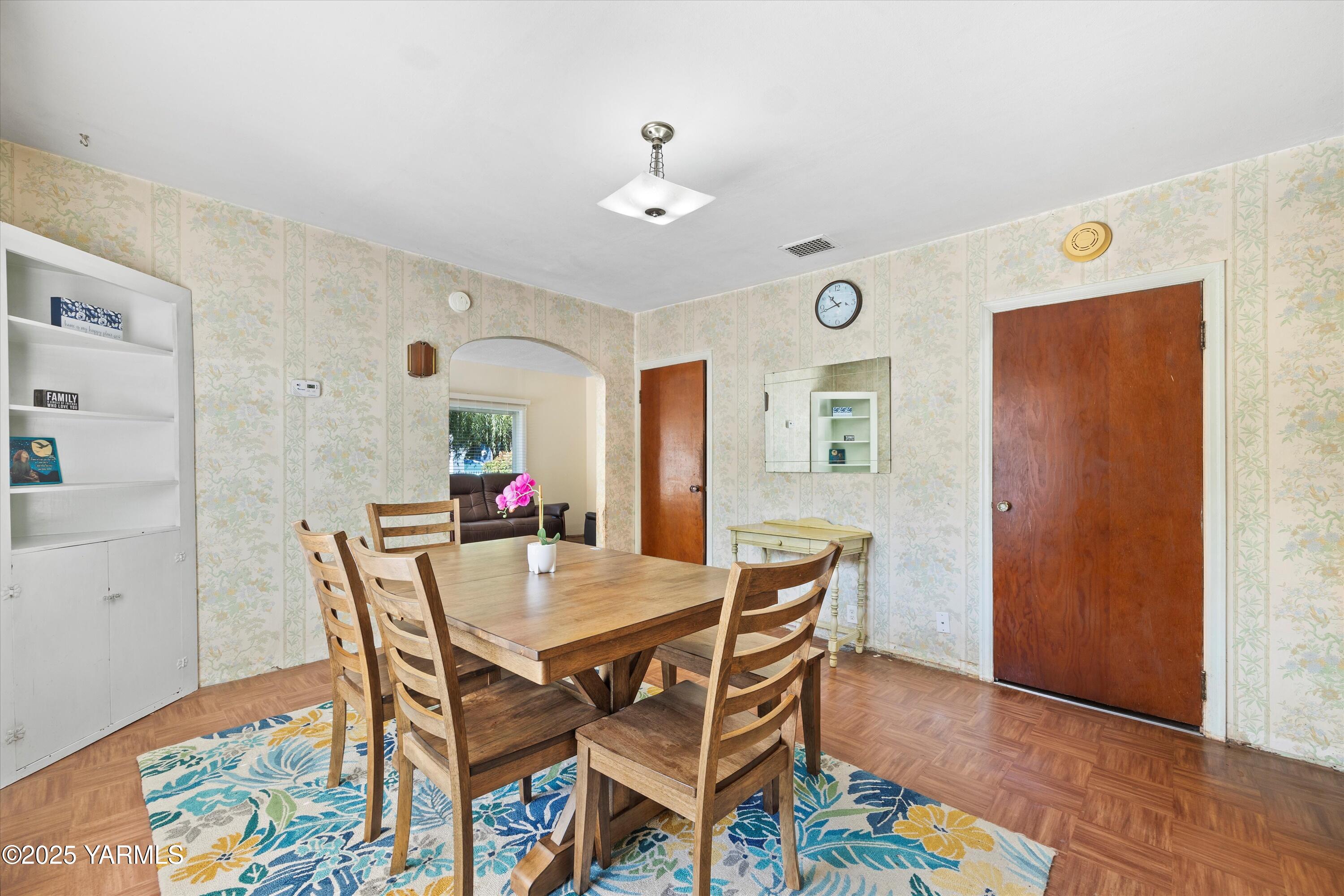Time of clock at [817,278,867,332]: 10:42
